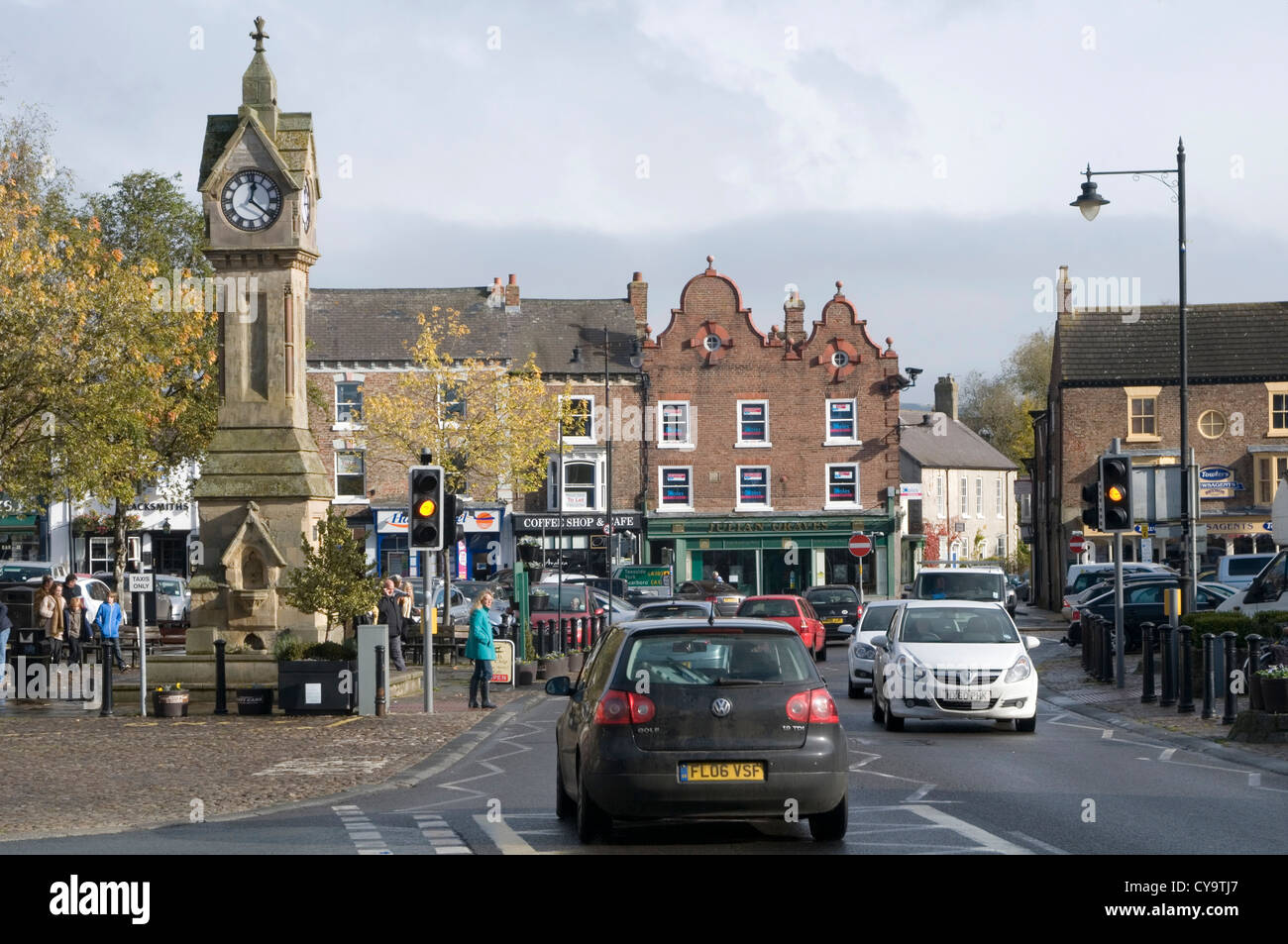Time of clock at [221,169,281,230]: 12:21
